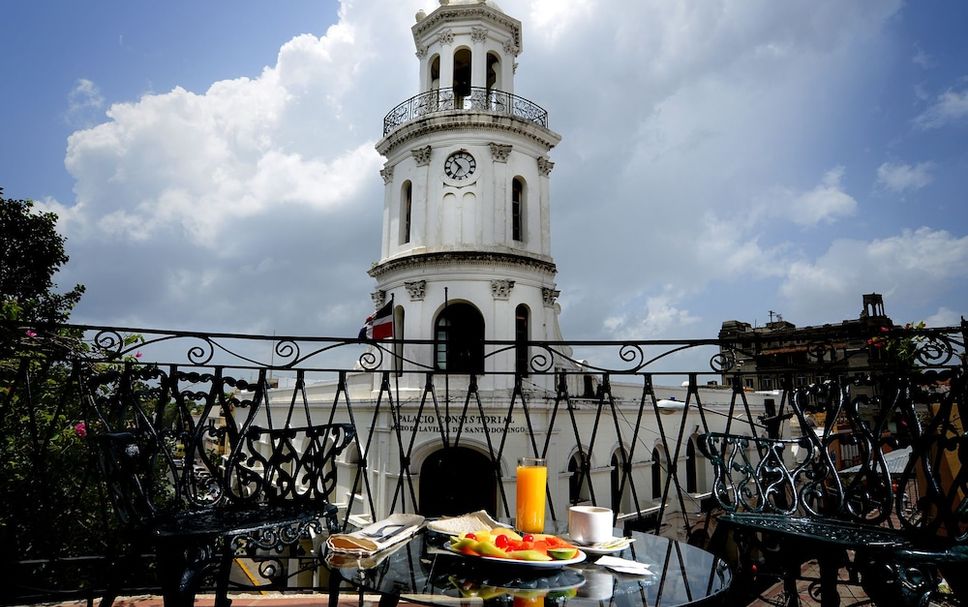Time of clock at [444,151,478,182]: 10:35
